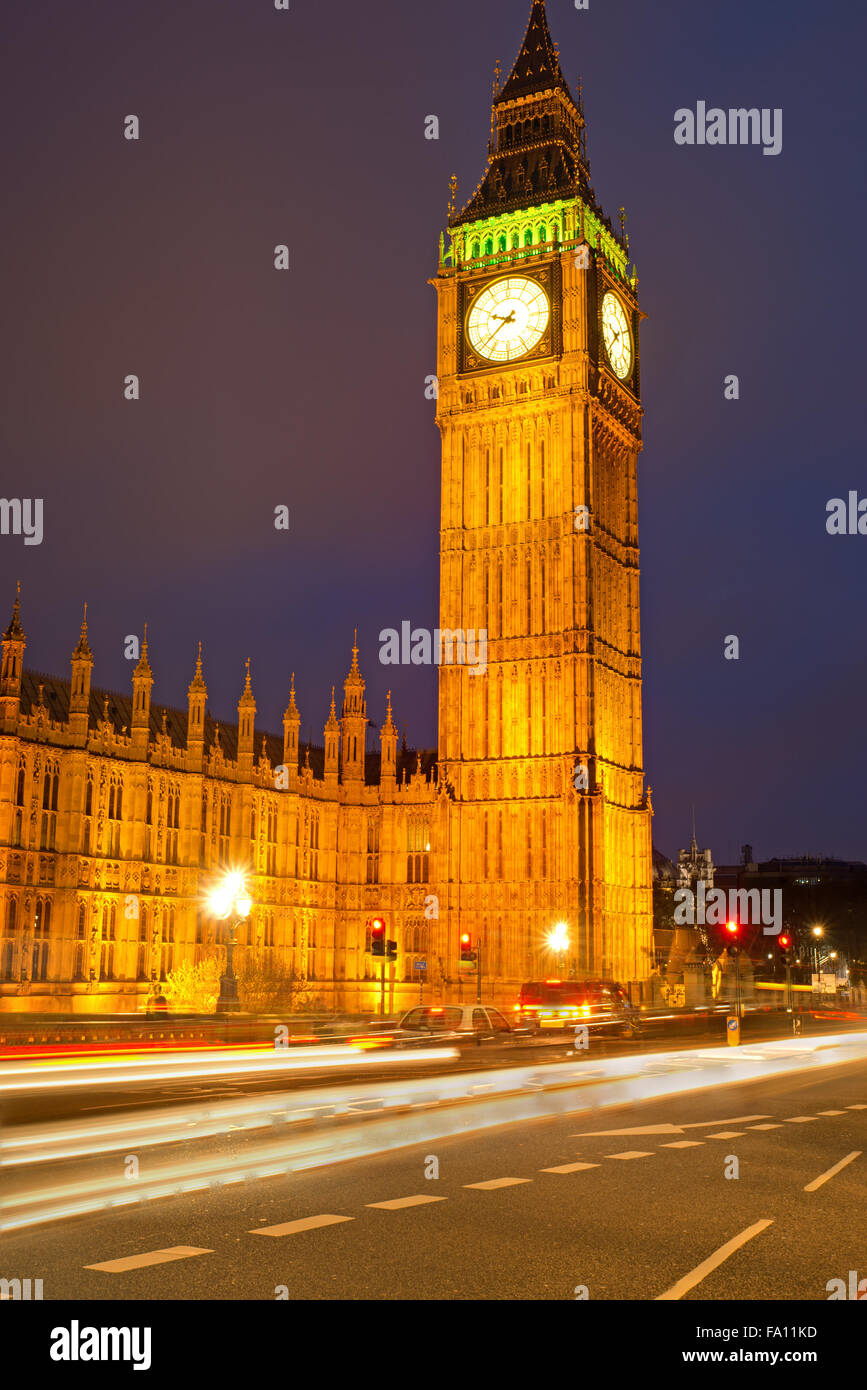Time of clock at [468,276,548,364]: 9:38
